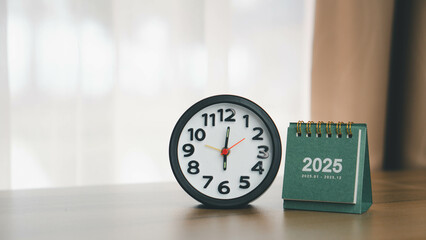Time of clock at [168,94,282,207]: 6:00
